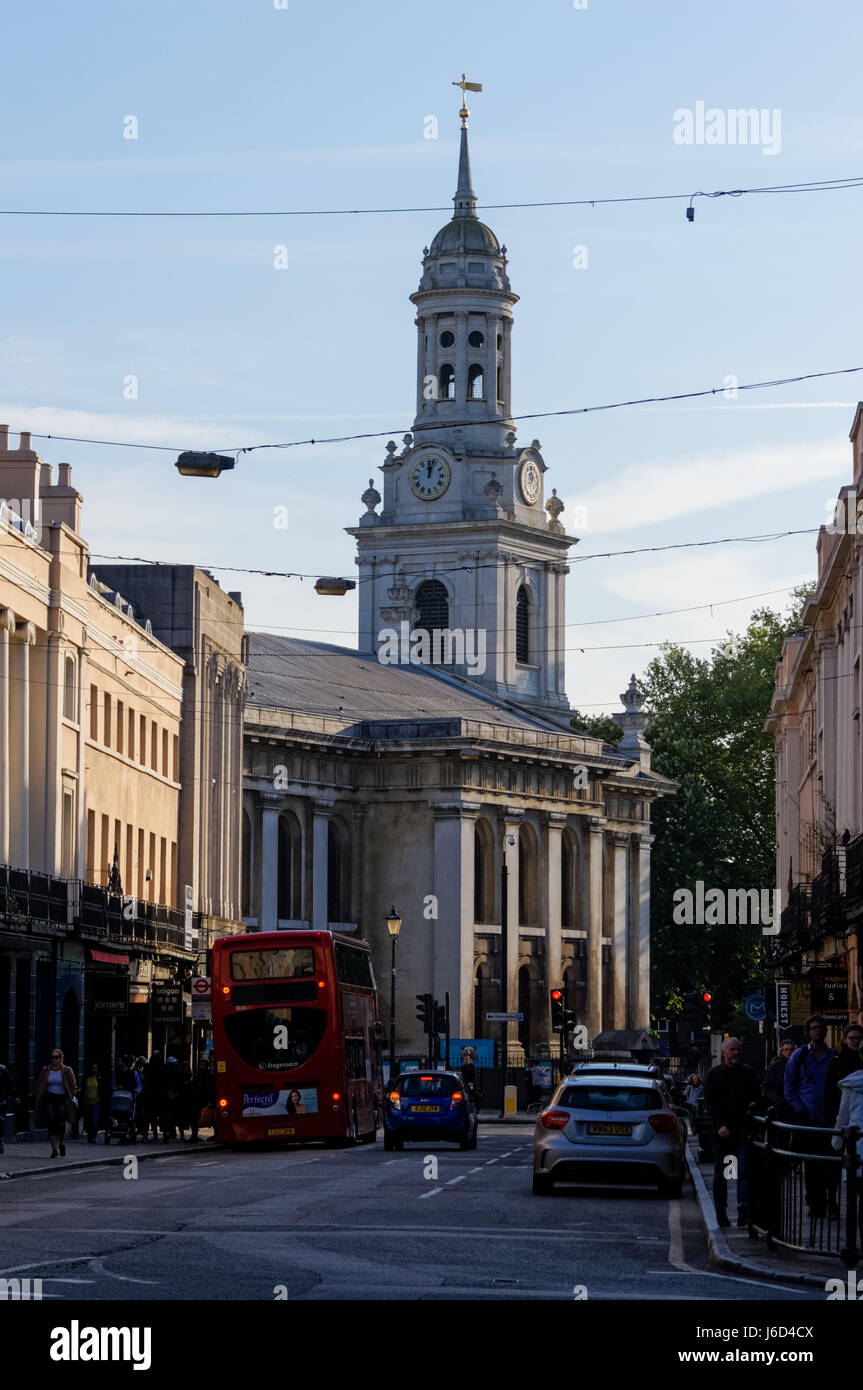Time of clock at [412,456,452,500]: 12:02
